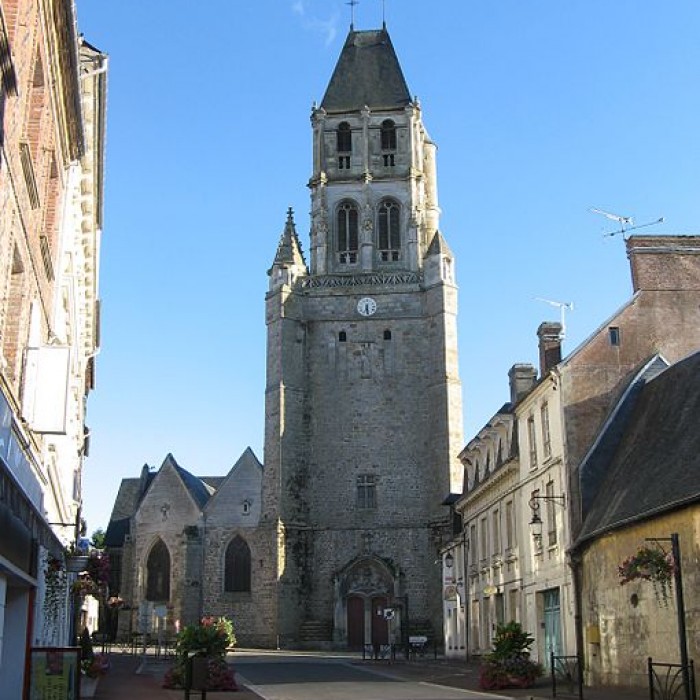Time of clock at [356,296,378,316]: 6:28
